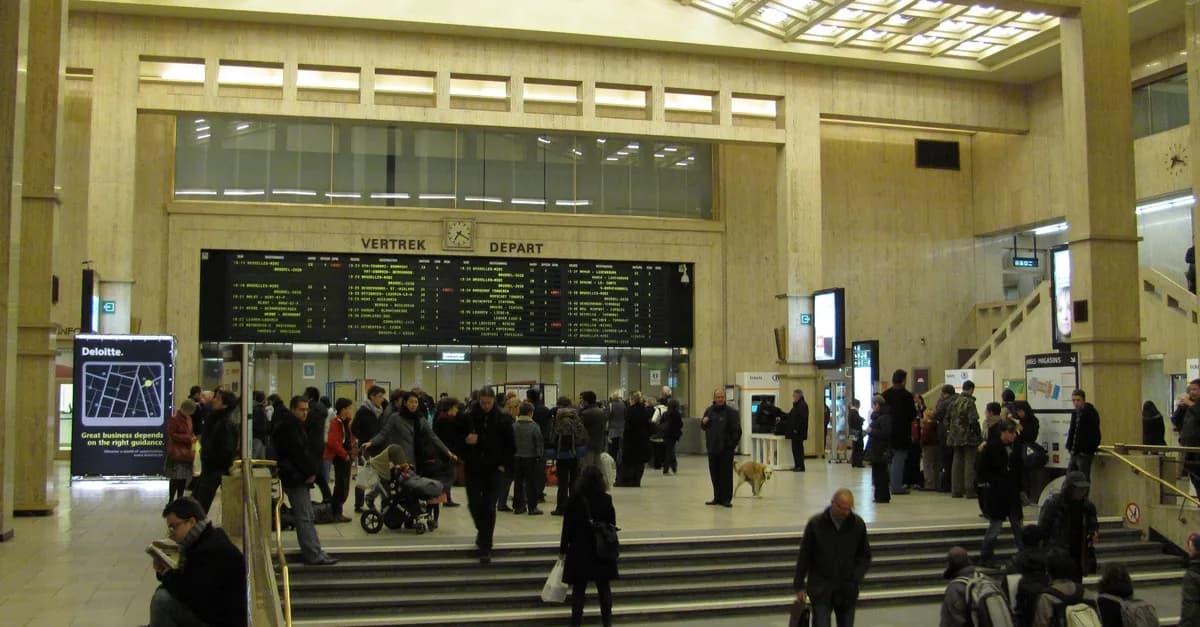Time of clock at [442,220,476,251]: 7:19
